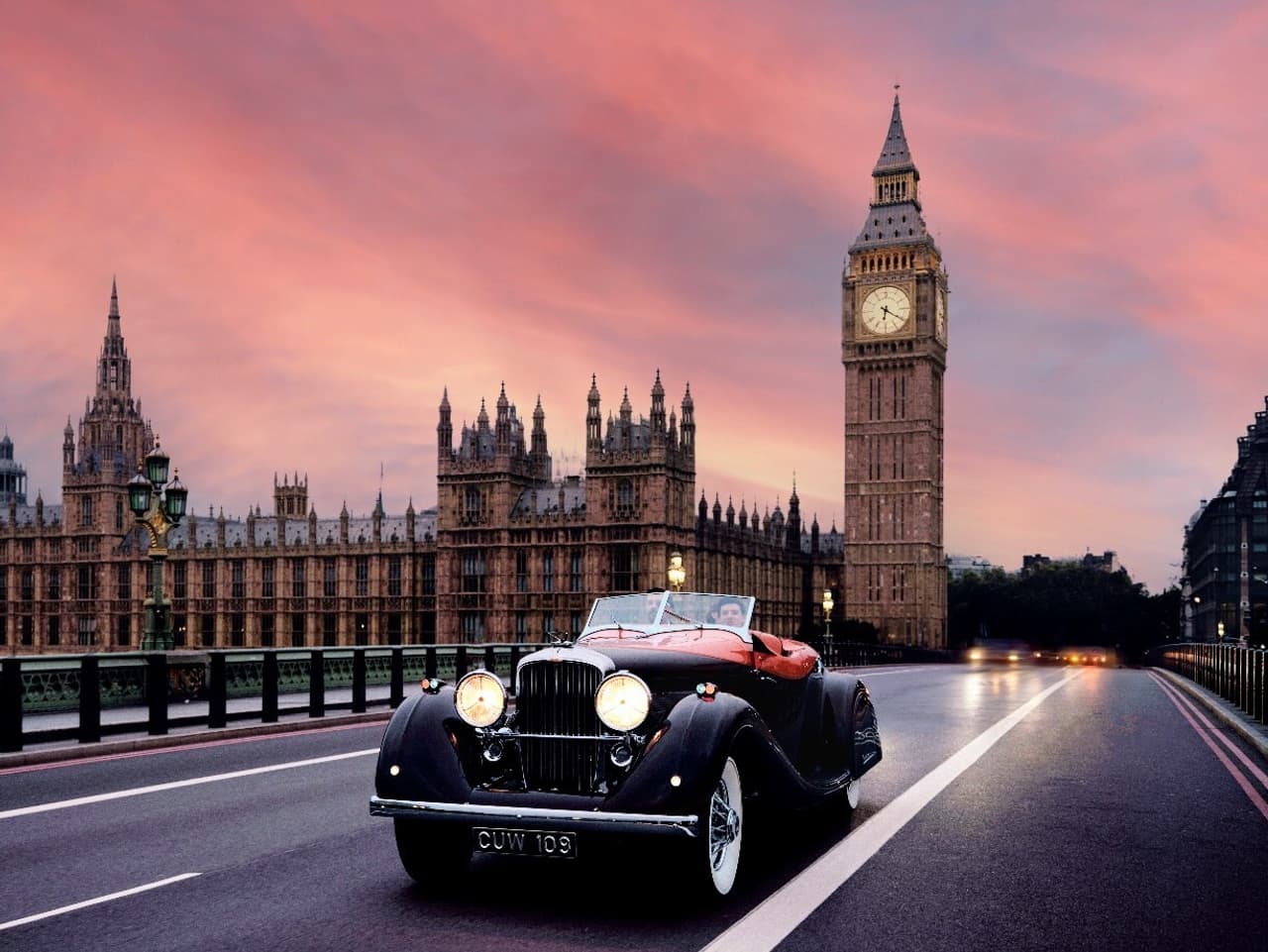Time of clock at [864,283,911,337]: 6:20
